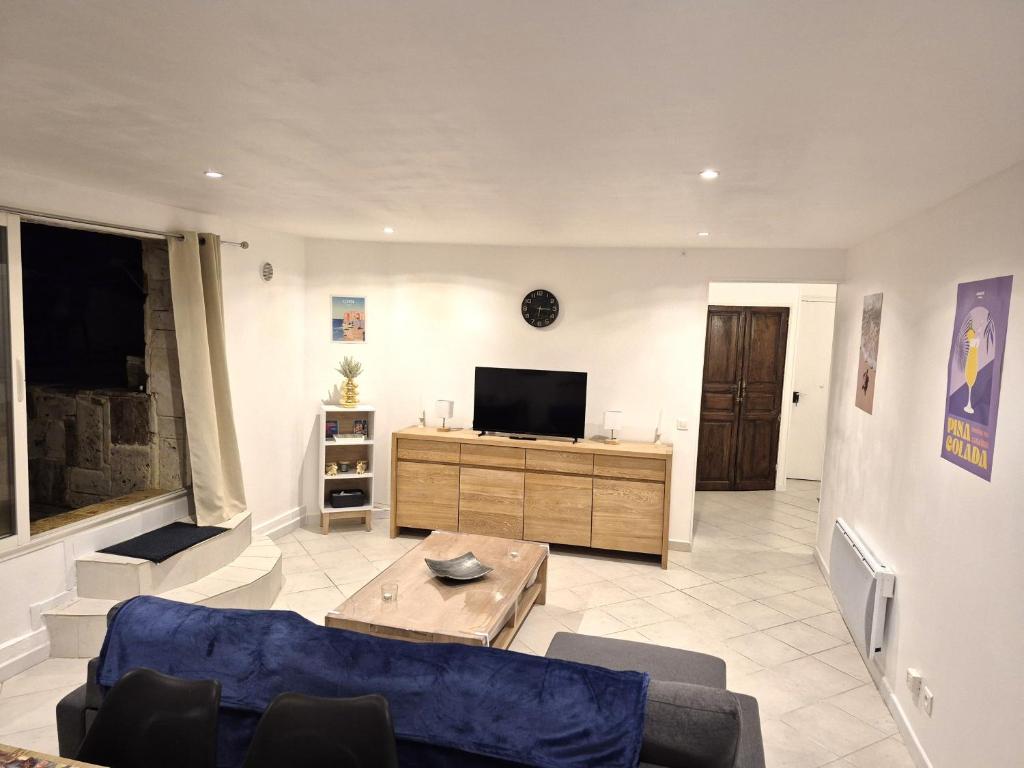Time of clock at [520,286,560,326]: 6:15
